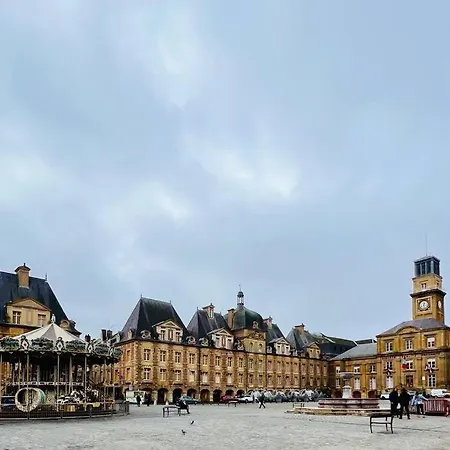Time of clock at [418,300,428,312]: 12:26
